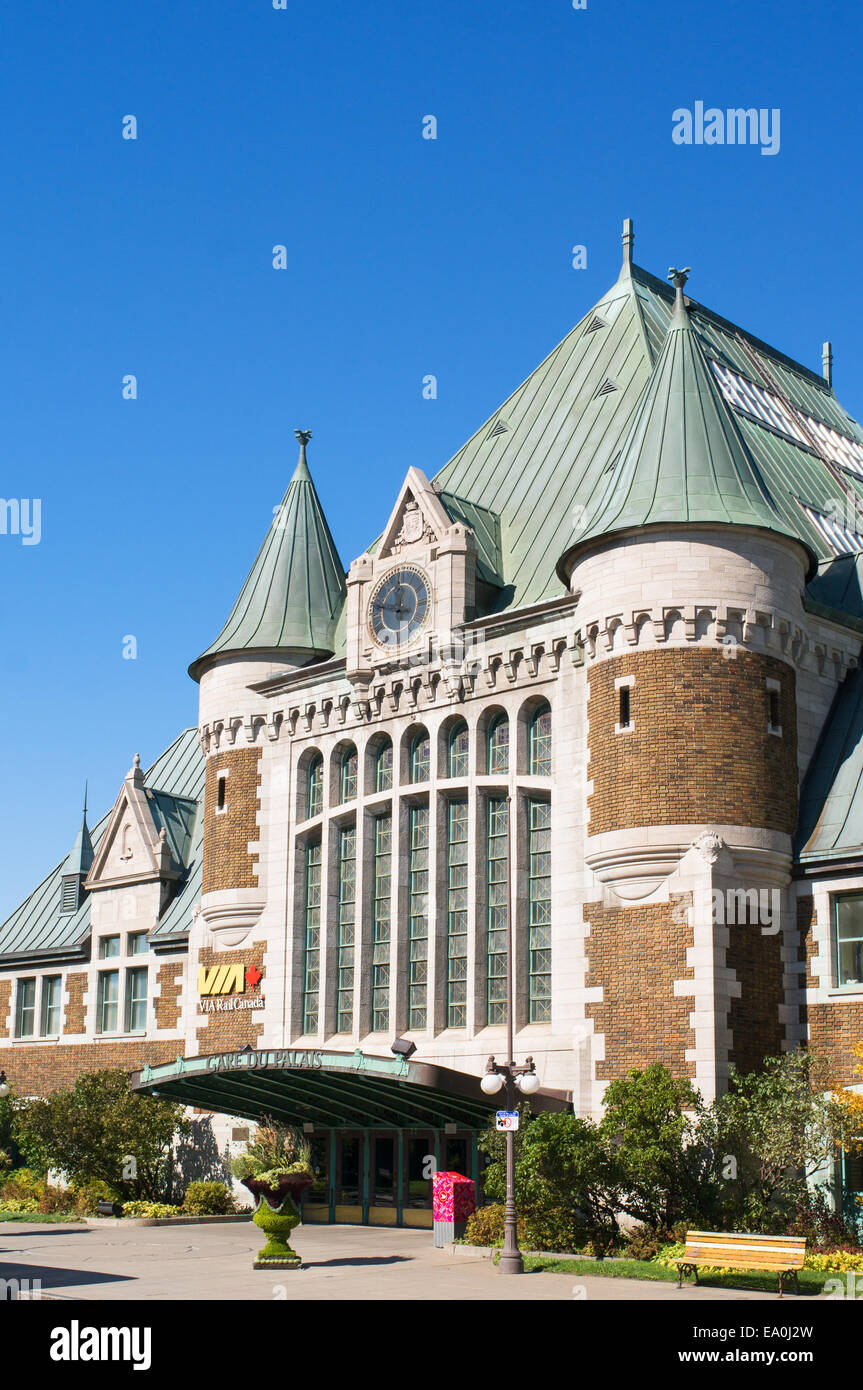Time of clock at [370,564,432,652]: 11:47
